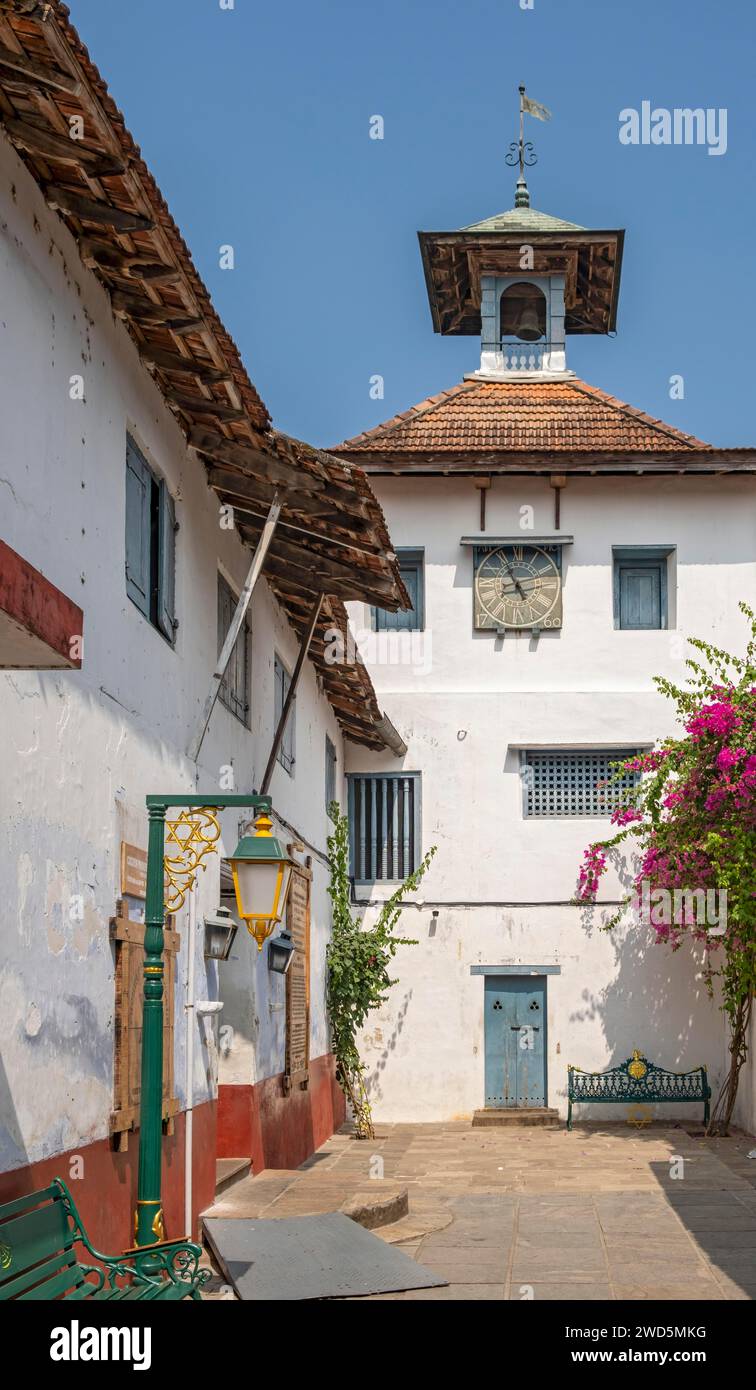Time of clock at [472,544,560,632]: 7:55
